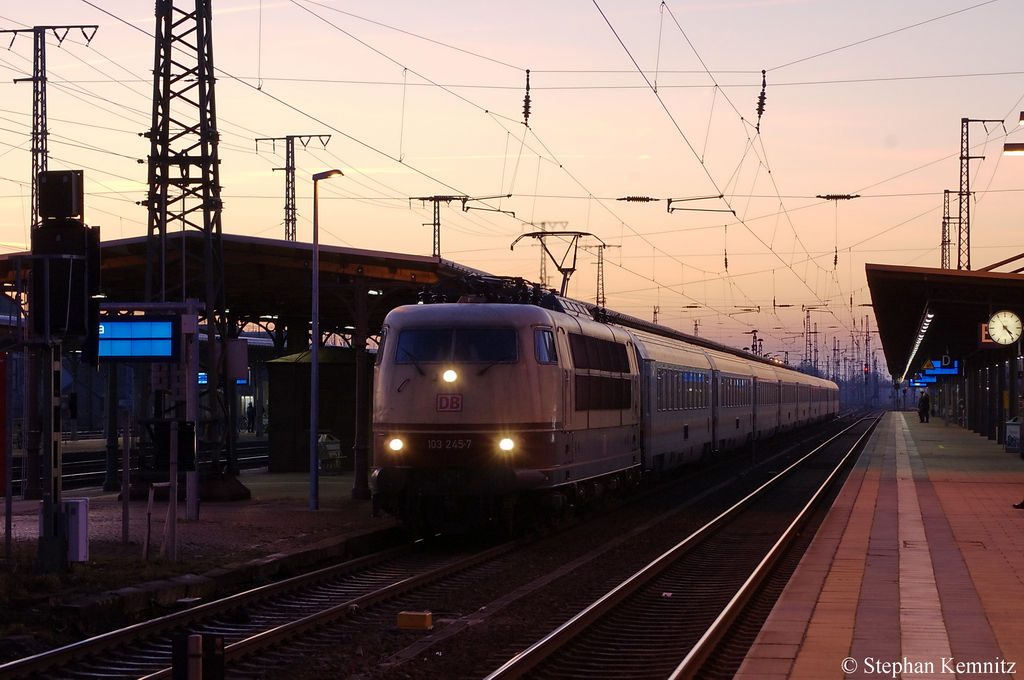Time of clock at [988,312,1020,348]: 4:23
